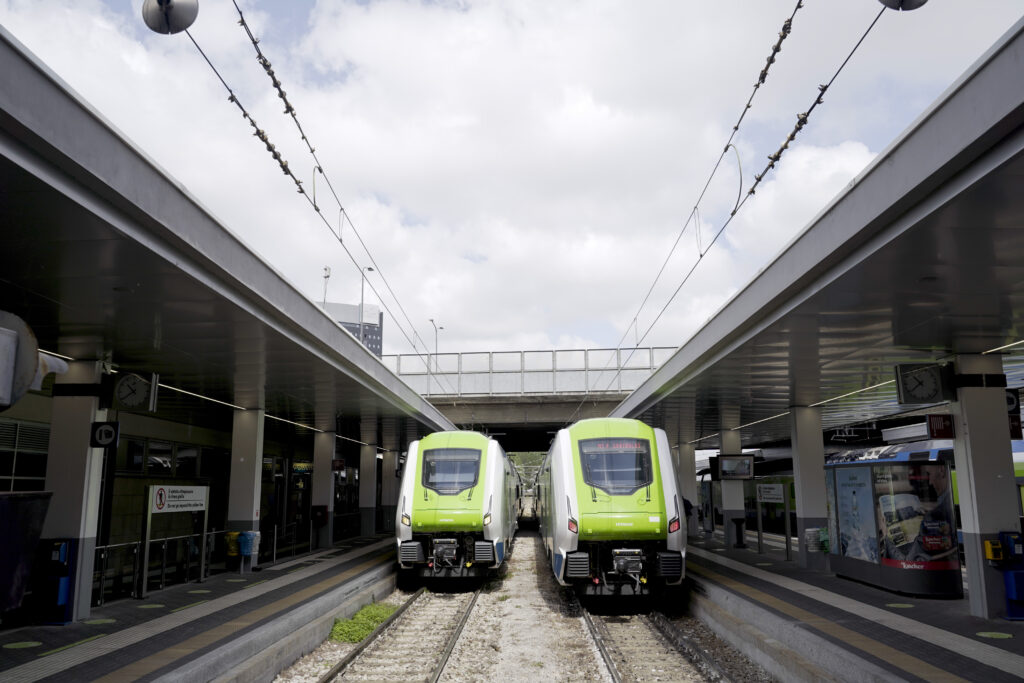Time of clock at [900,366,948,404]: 10:38
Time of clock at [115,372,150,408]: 10:39
